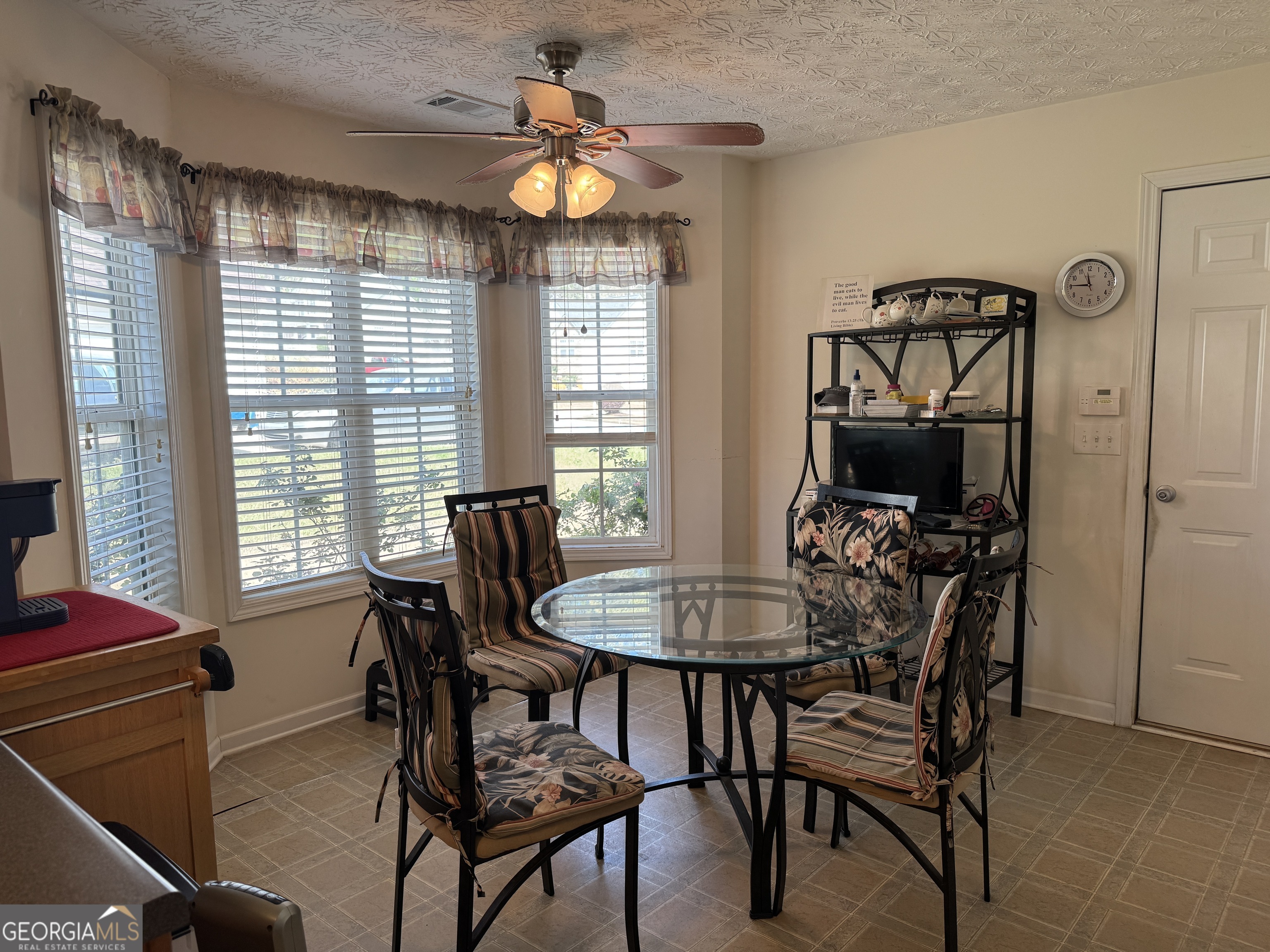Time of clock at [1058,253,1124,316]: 11:45
